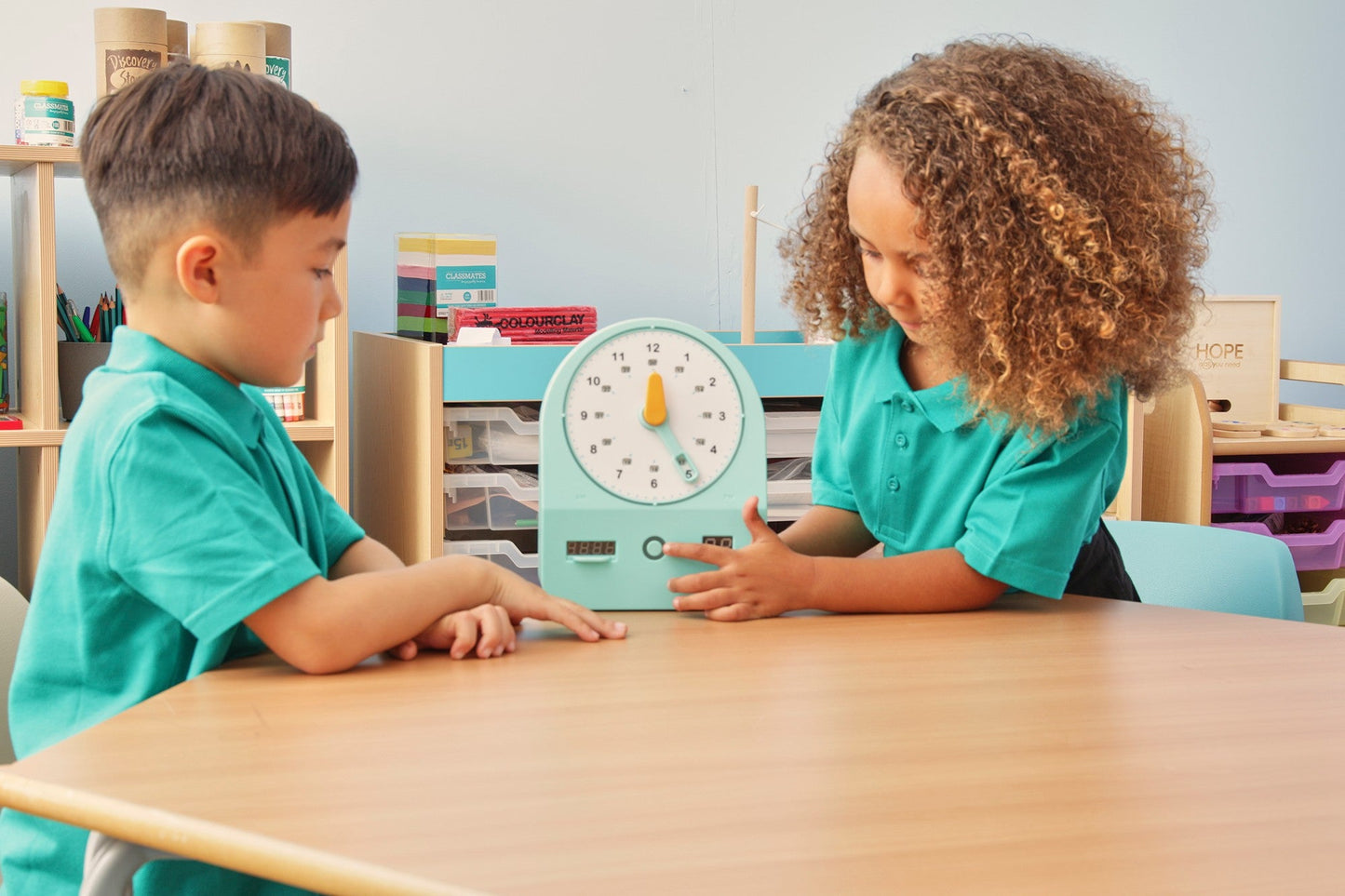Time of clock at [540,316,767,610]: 12:24
